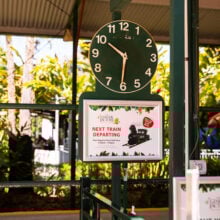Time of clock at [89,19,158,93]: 10:30
